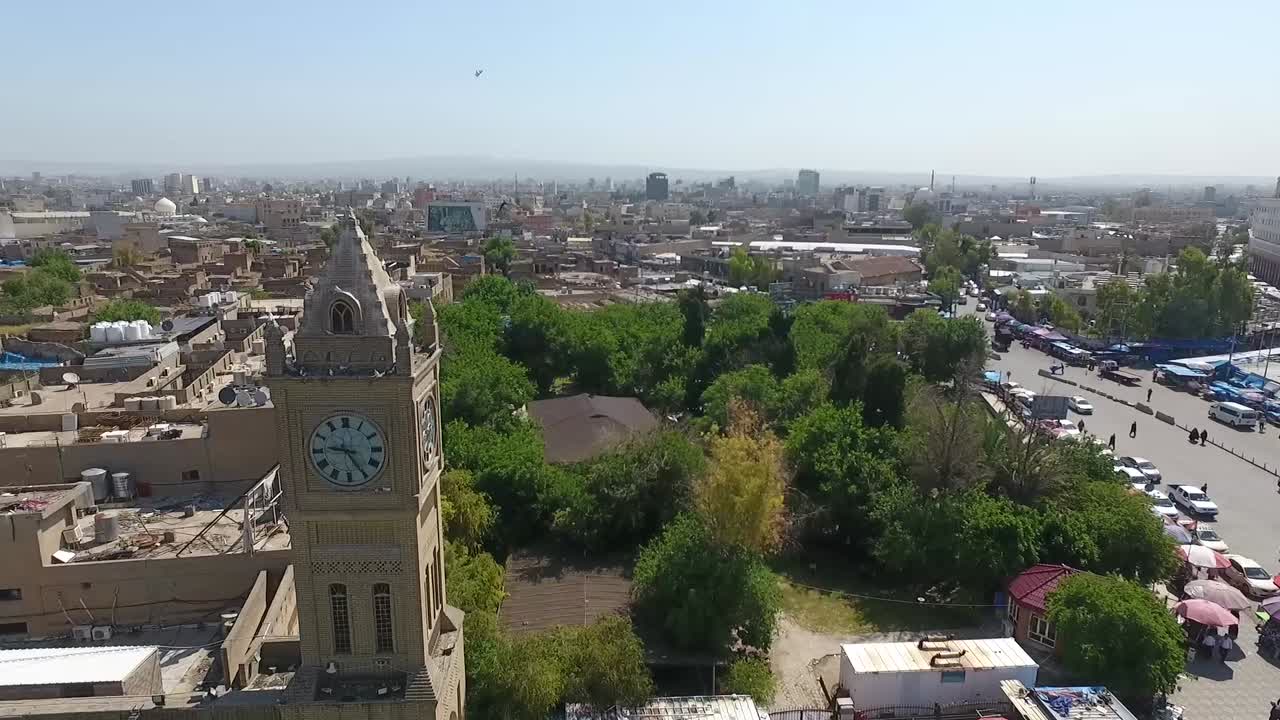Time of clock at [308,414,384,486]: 9:25
